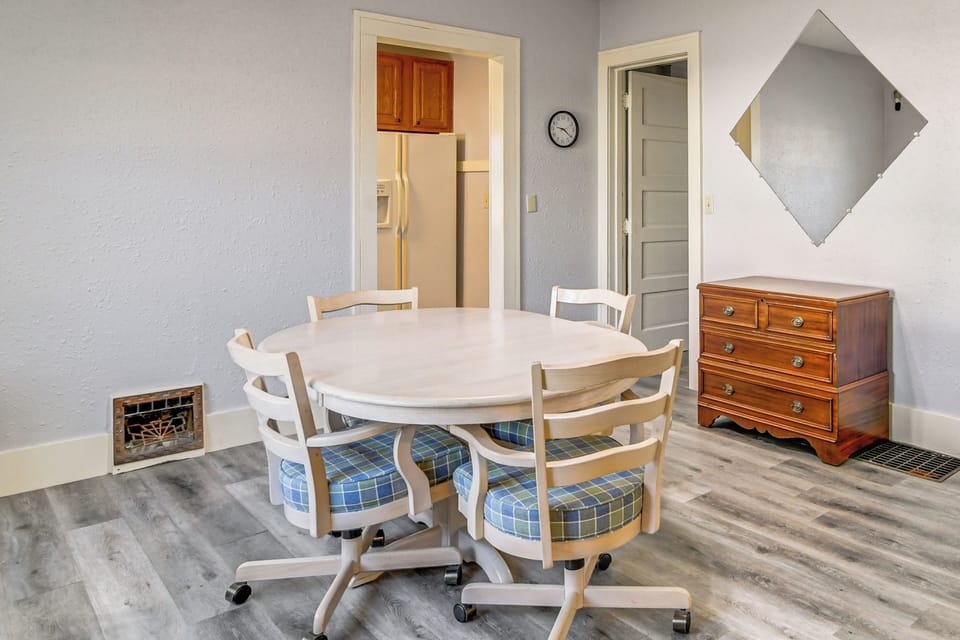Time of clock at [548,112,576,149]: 9:21
